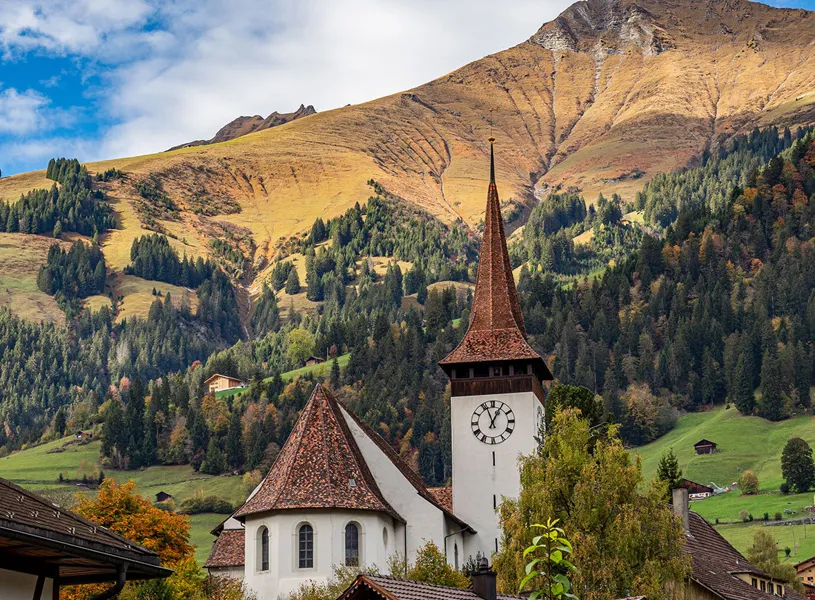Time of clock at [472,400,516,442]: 12:56
